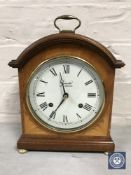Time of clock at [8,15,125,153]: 11:35
